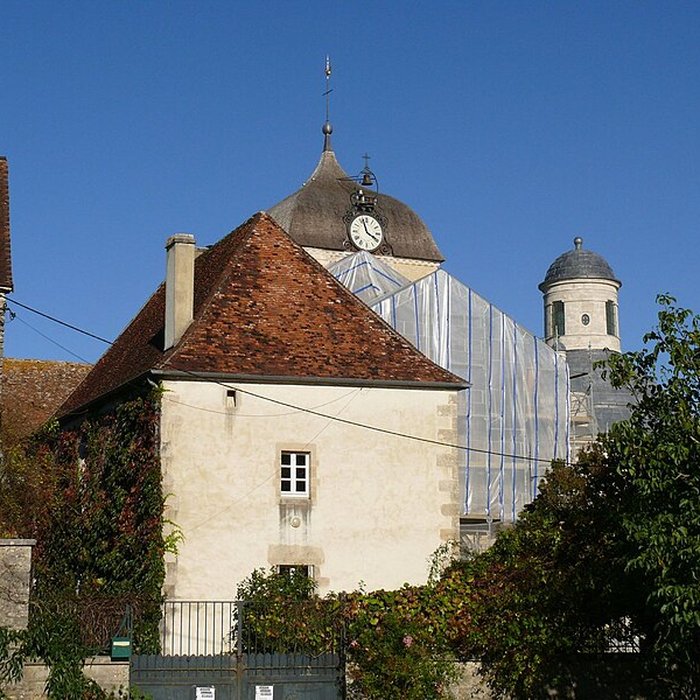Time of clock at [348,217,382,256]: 3:57
